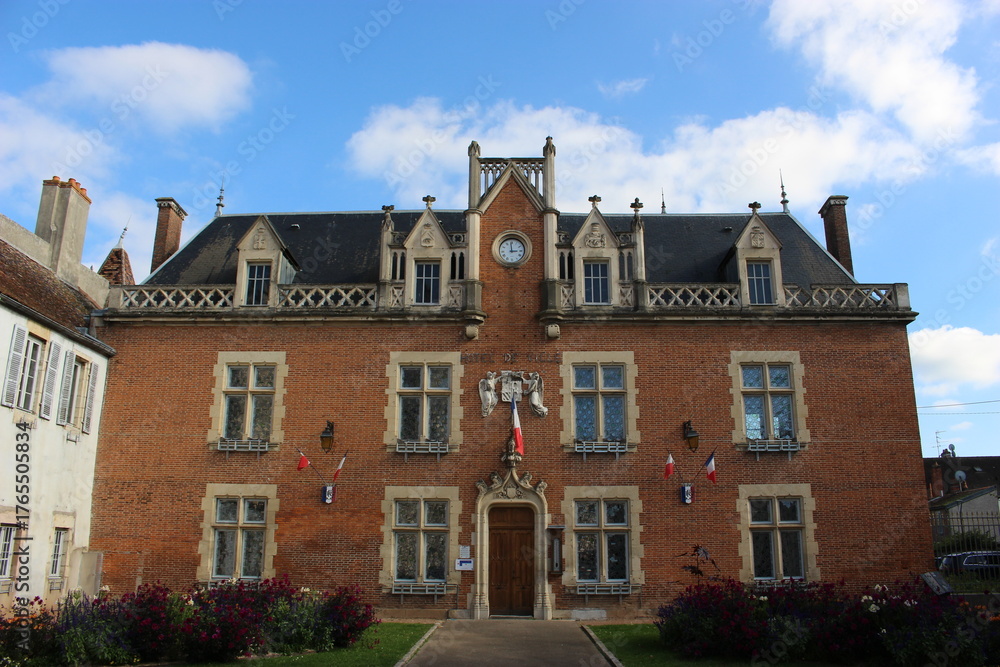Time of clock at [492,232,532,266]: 2:59
